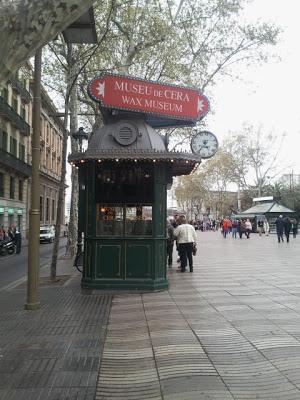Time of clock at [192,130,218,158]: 4:36
